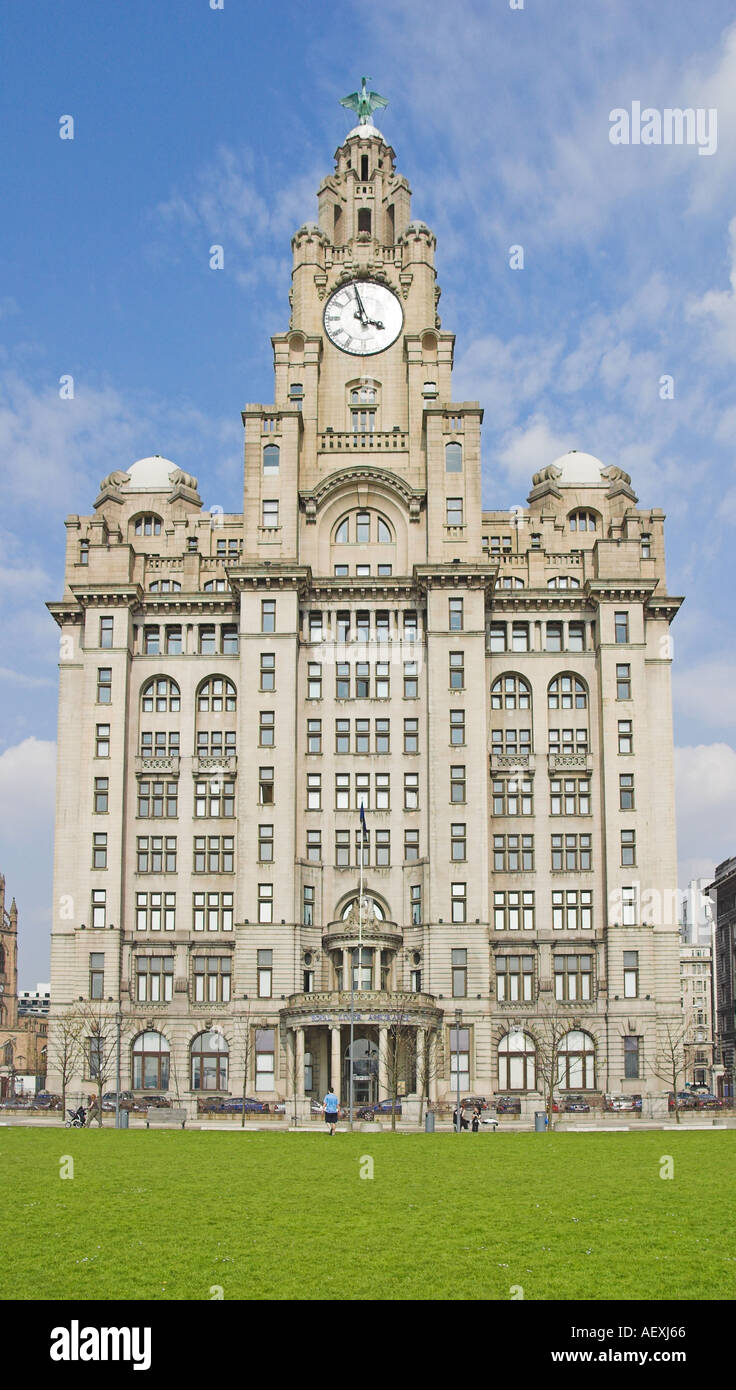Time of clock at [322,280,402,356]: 3:58
